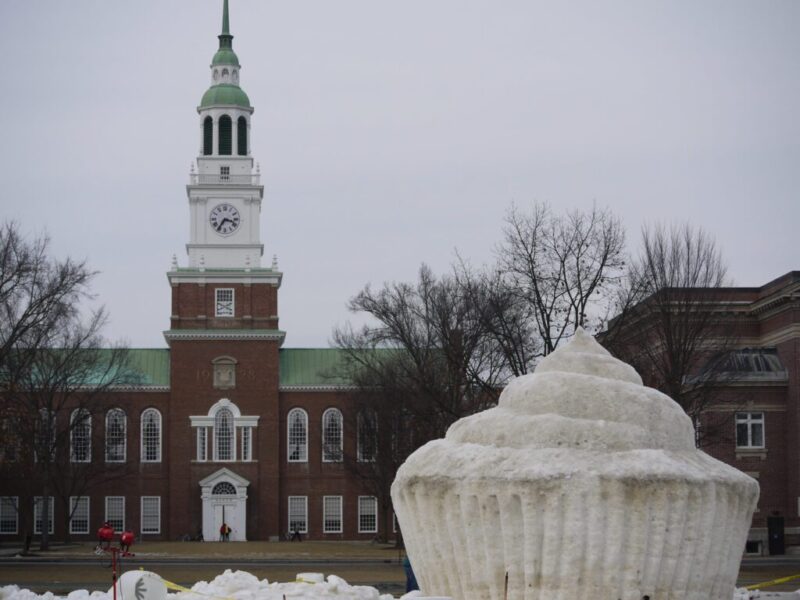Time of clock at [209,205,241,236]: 3:35
